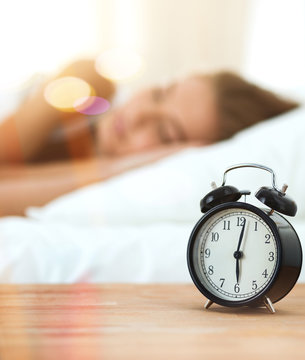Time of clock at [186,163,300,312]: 6:01
